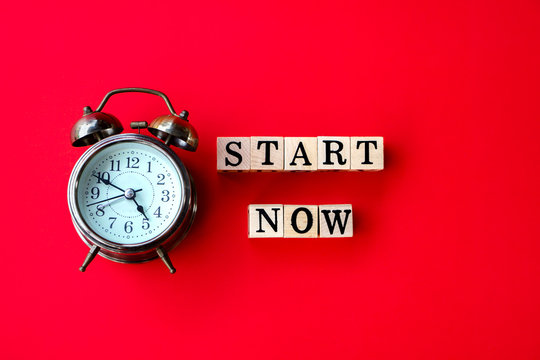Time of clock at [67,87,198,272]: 4:49
